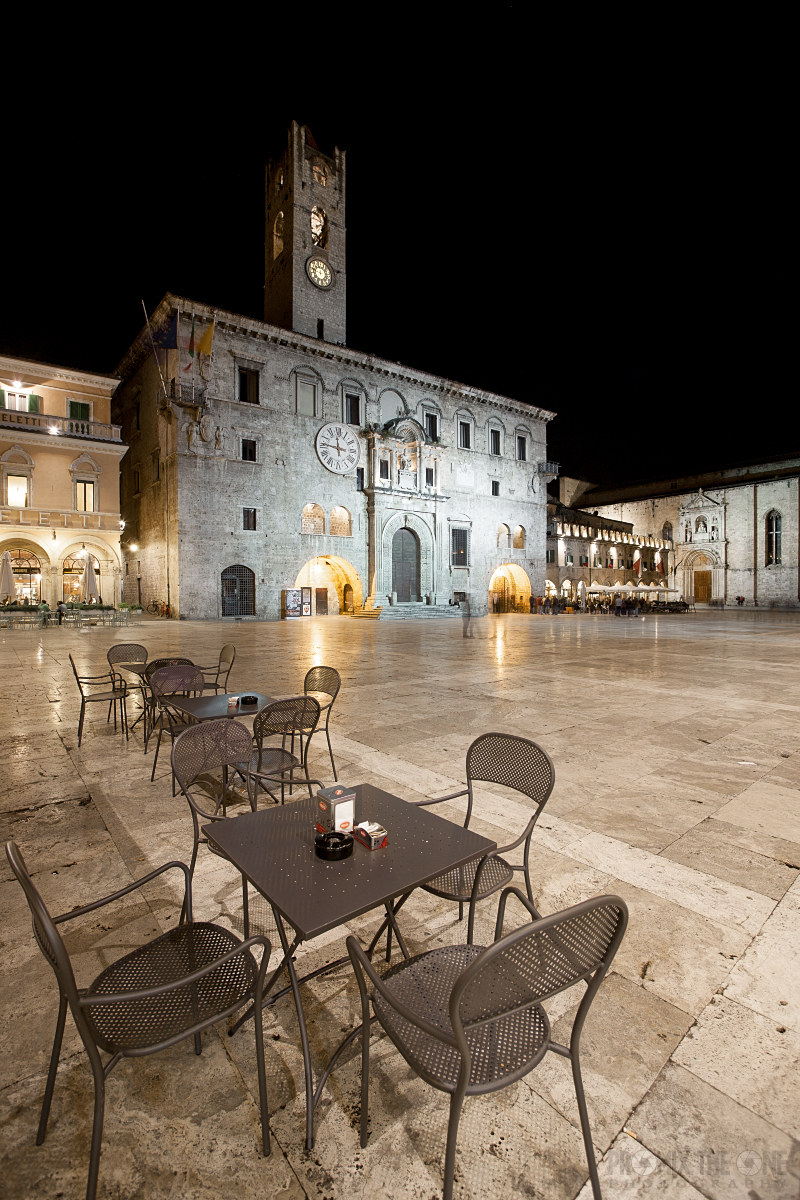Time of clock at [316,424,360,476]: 11:46
